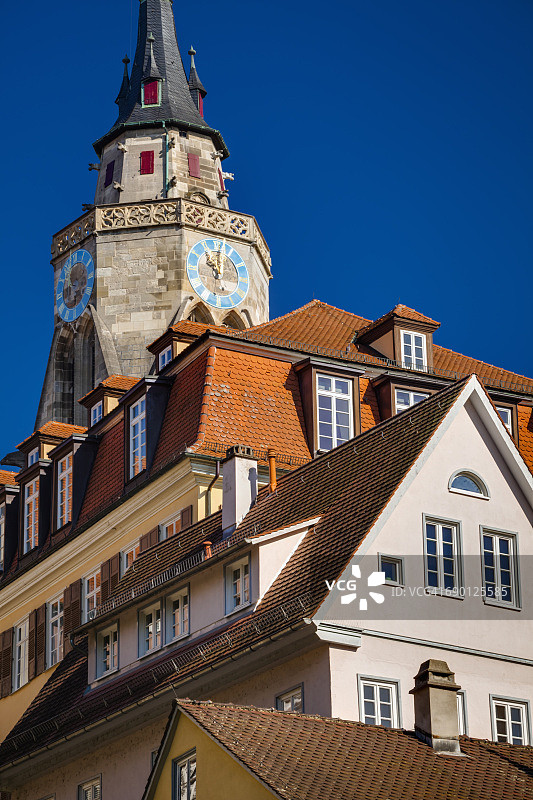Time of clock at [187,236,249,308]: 10:00
